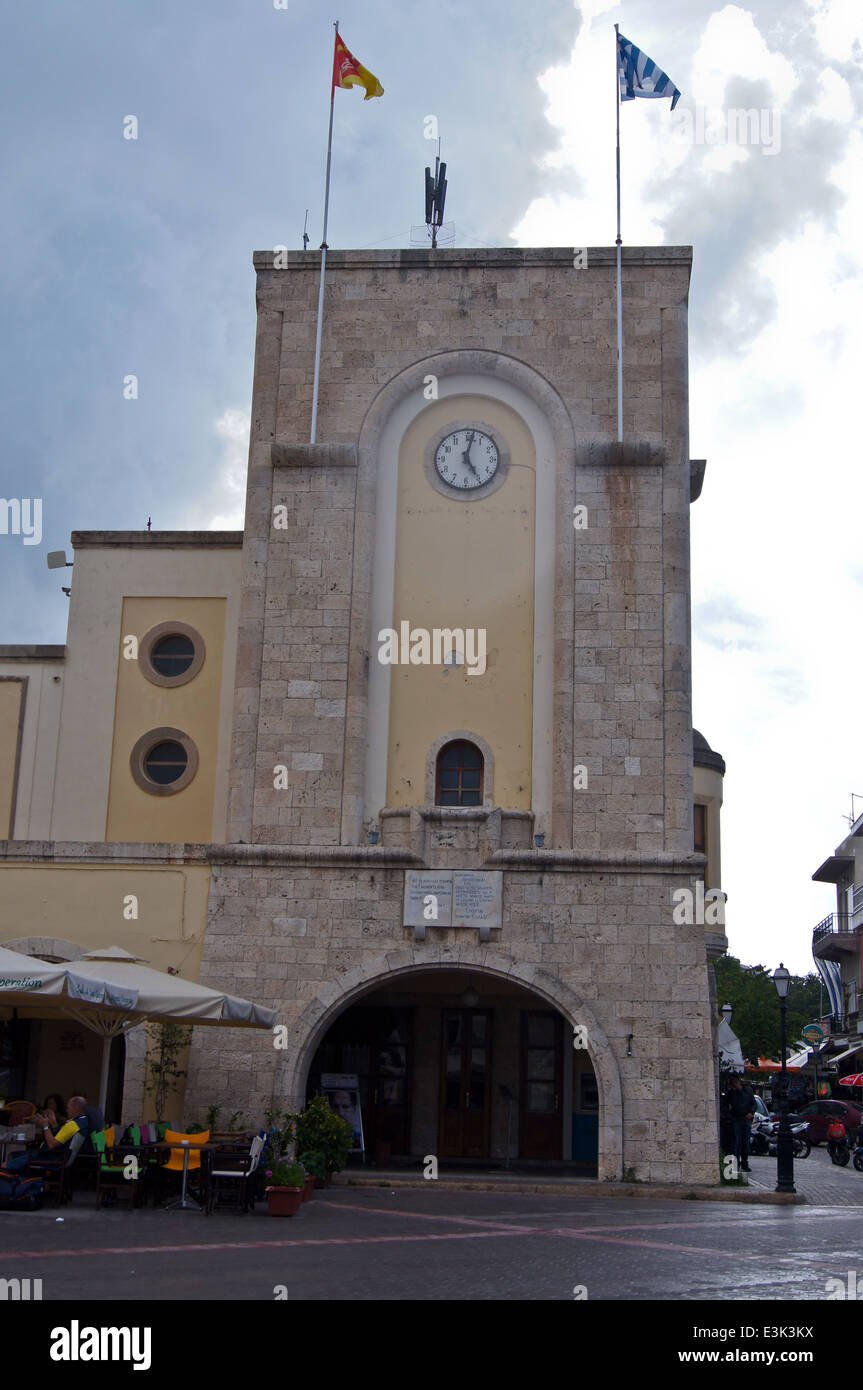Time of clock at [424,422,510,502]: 5:01
